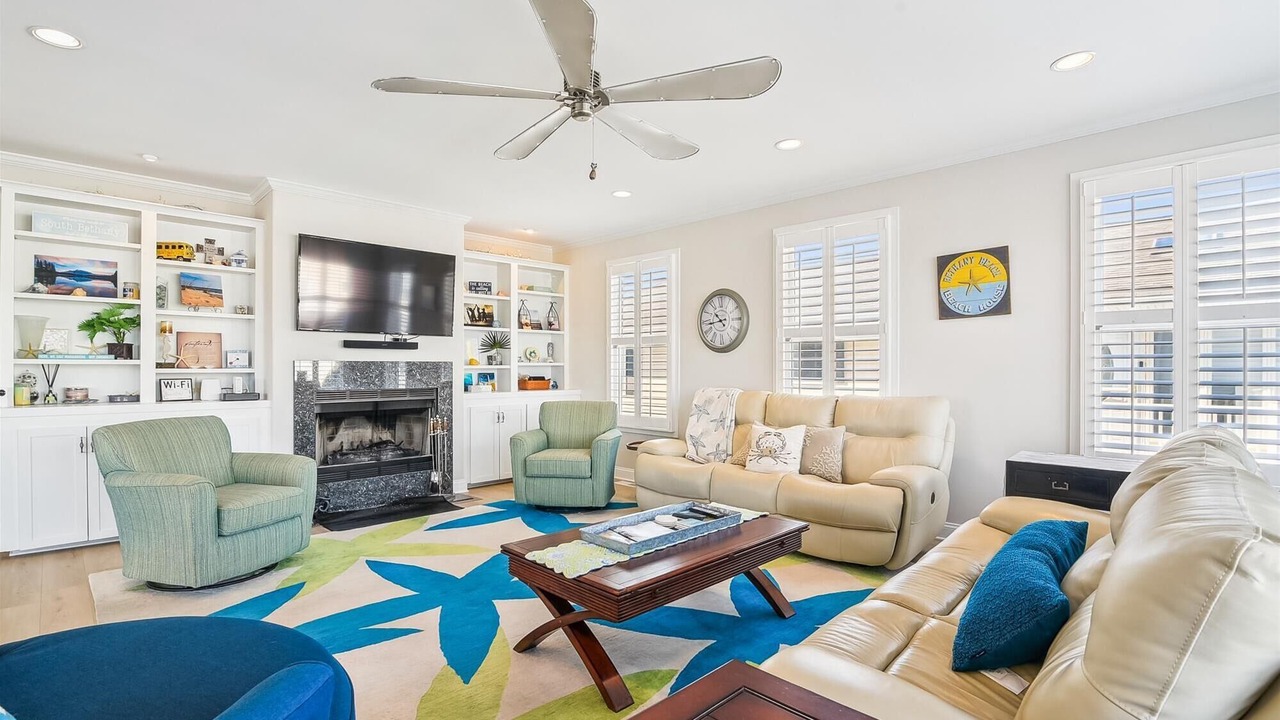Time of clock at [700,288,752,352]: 10:43
